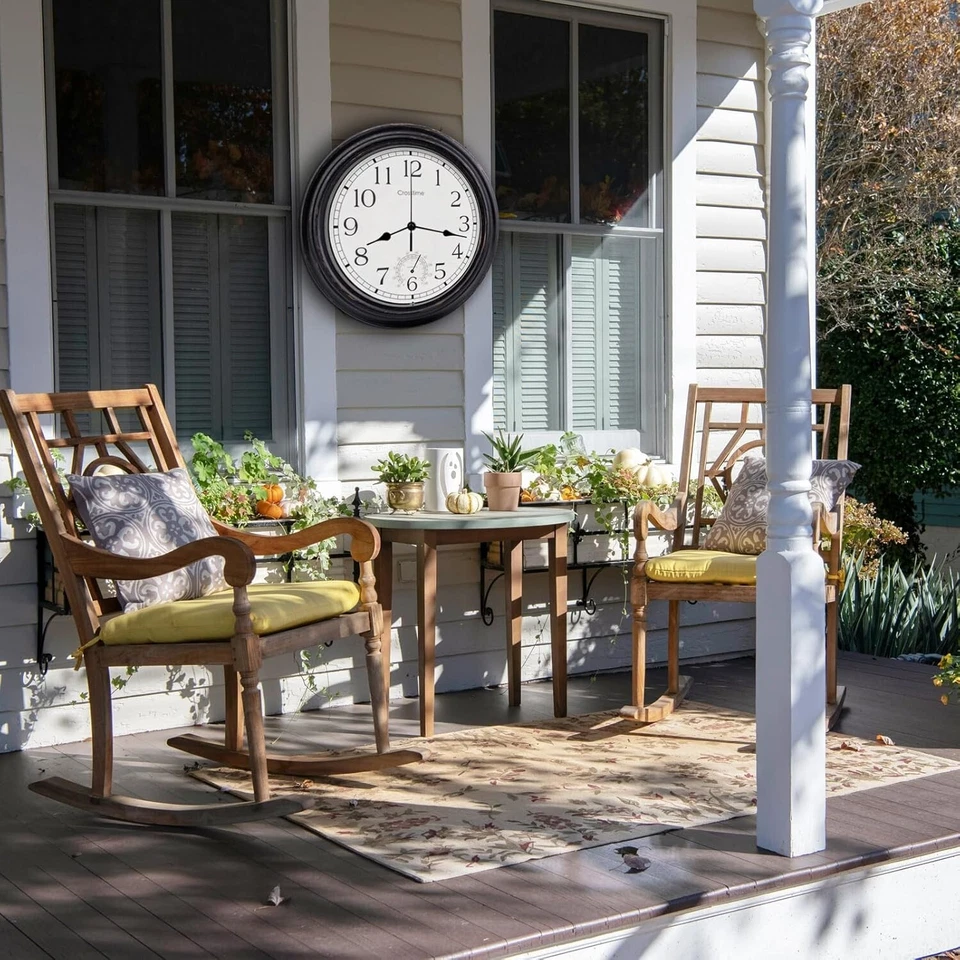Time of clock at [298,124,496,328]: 8:16
